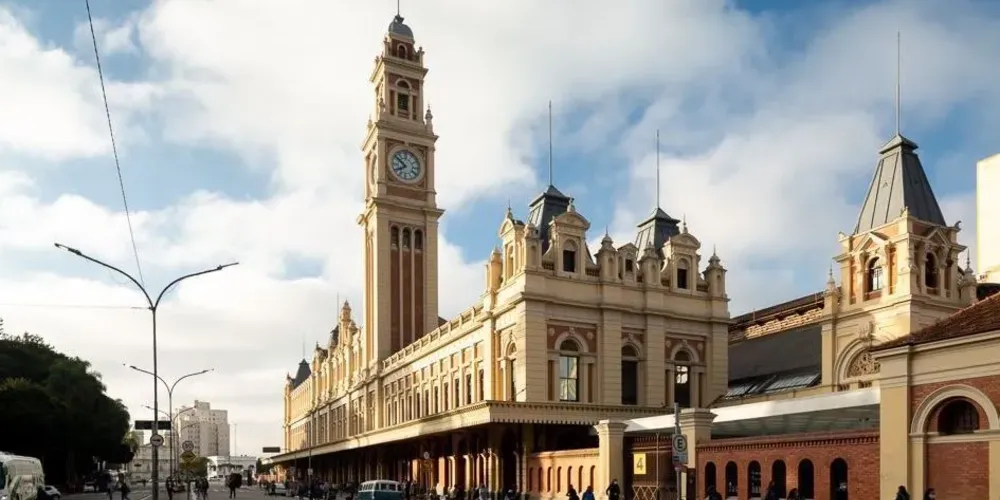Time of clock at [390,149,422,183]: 7:51
